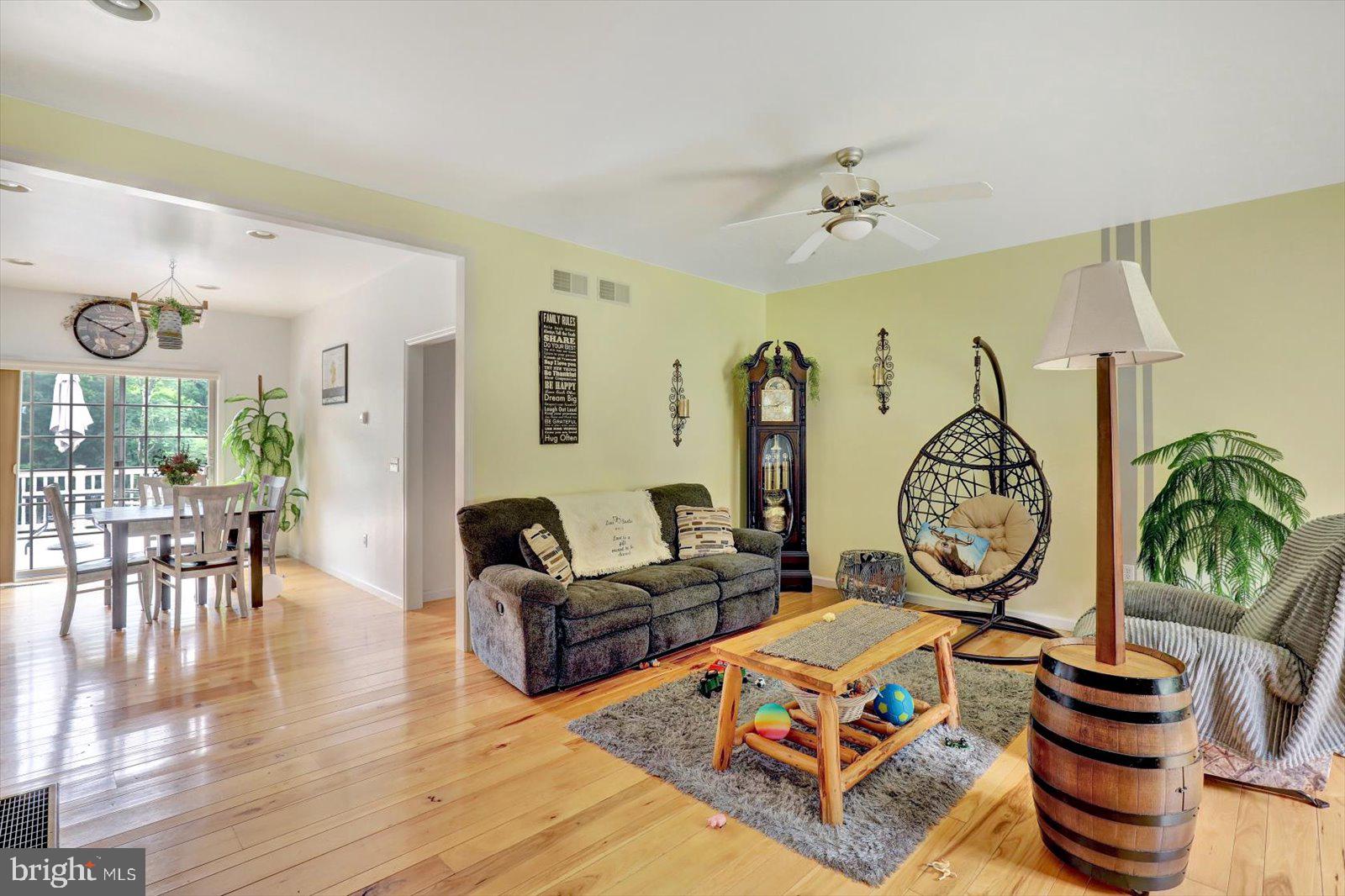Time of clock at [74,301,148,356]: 1:49
